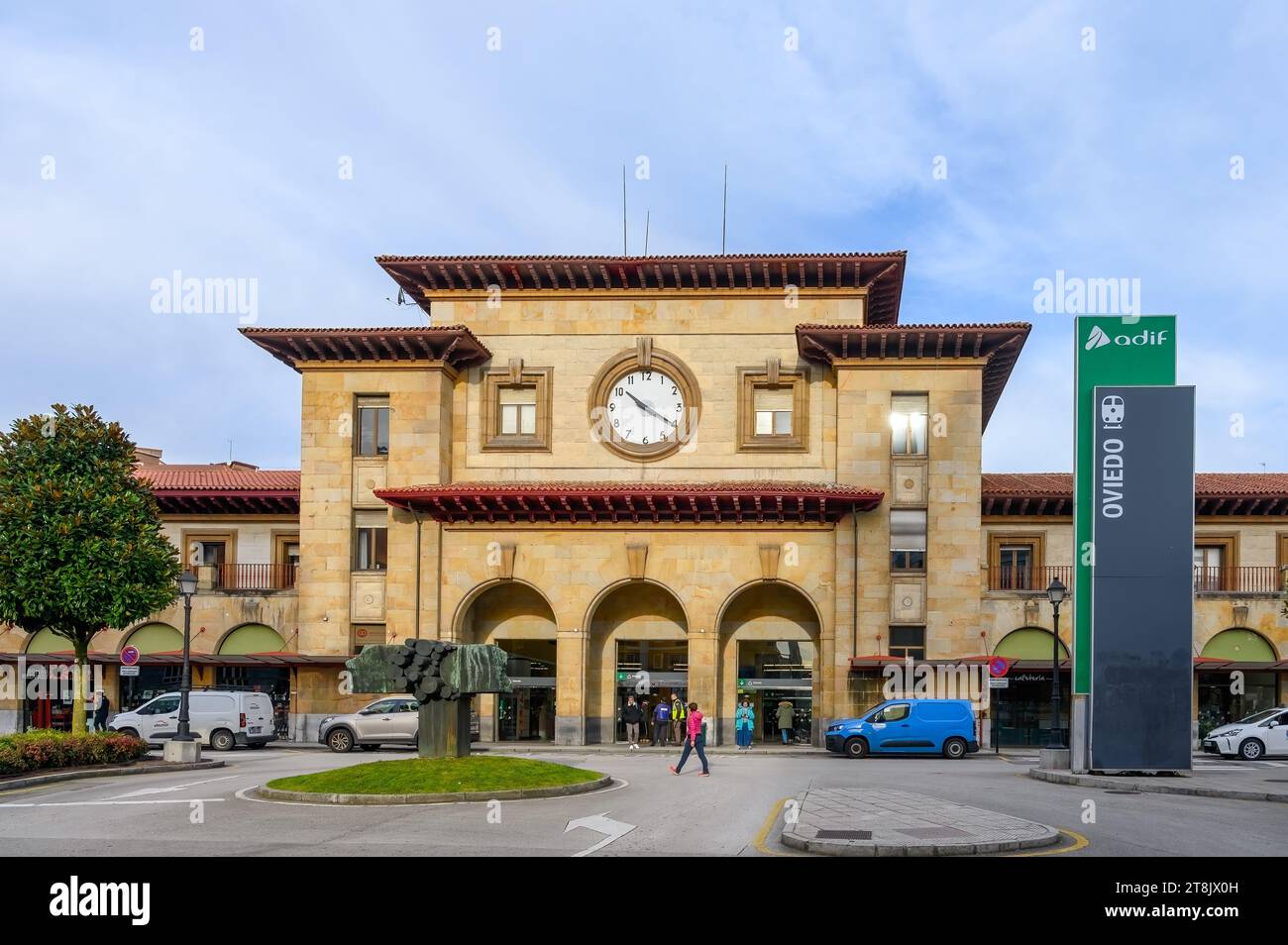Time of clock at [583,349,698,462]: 10:20
